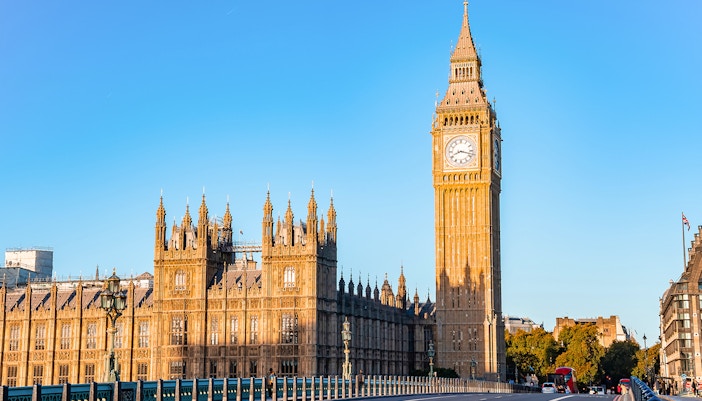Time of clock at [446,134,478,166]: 8:17
